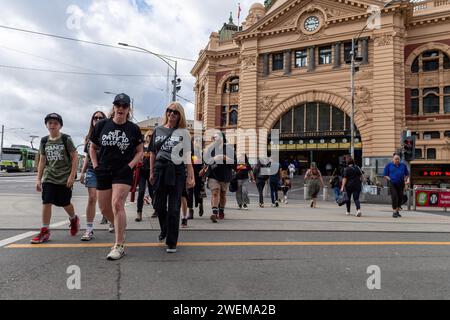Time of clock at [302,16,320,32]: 9:15
